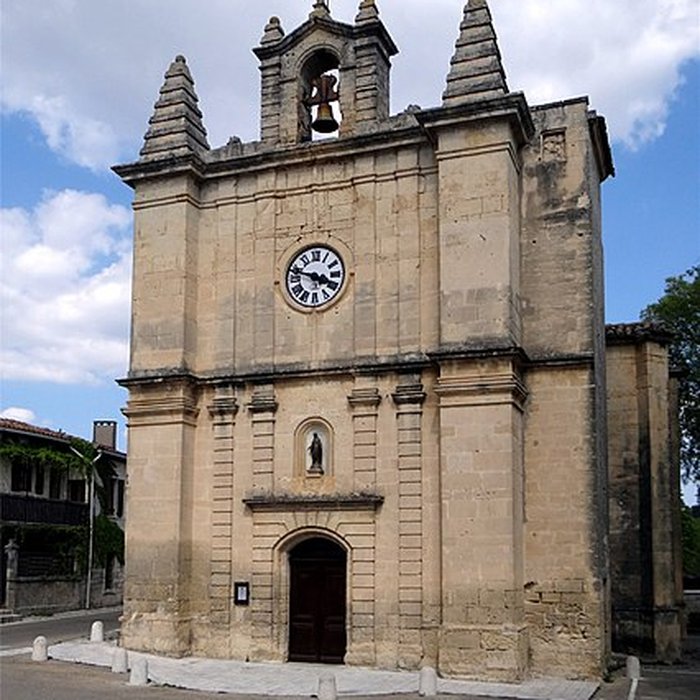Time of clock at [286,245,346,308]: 3:47
